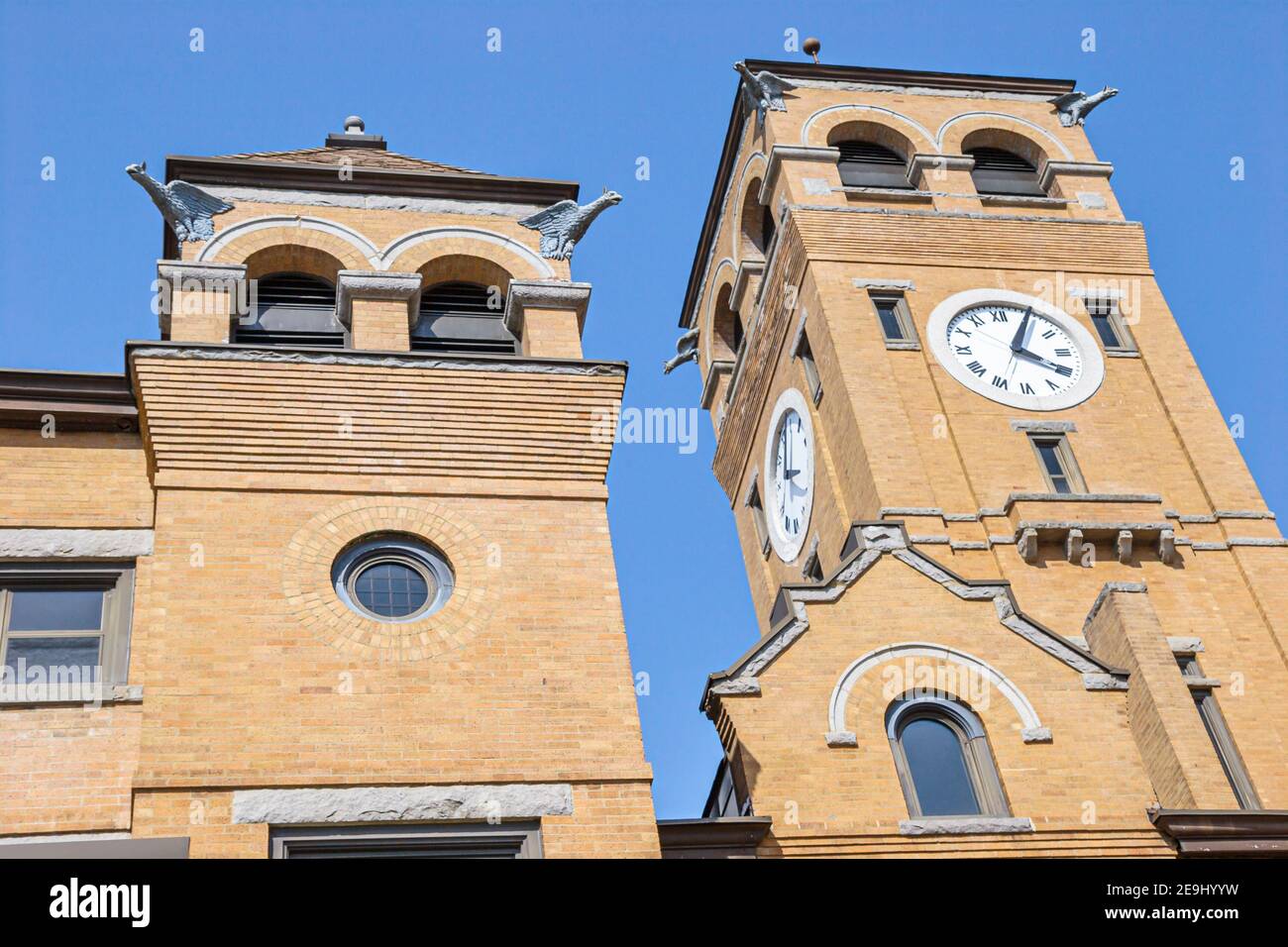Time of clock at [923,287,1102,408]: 4:04
